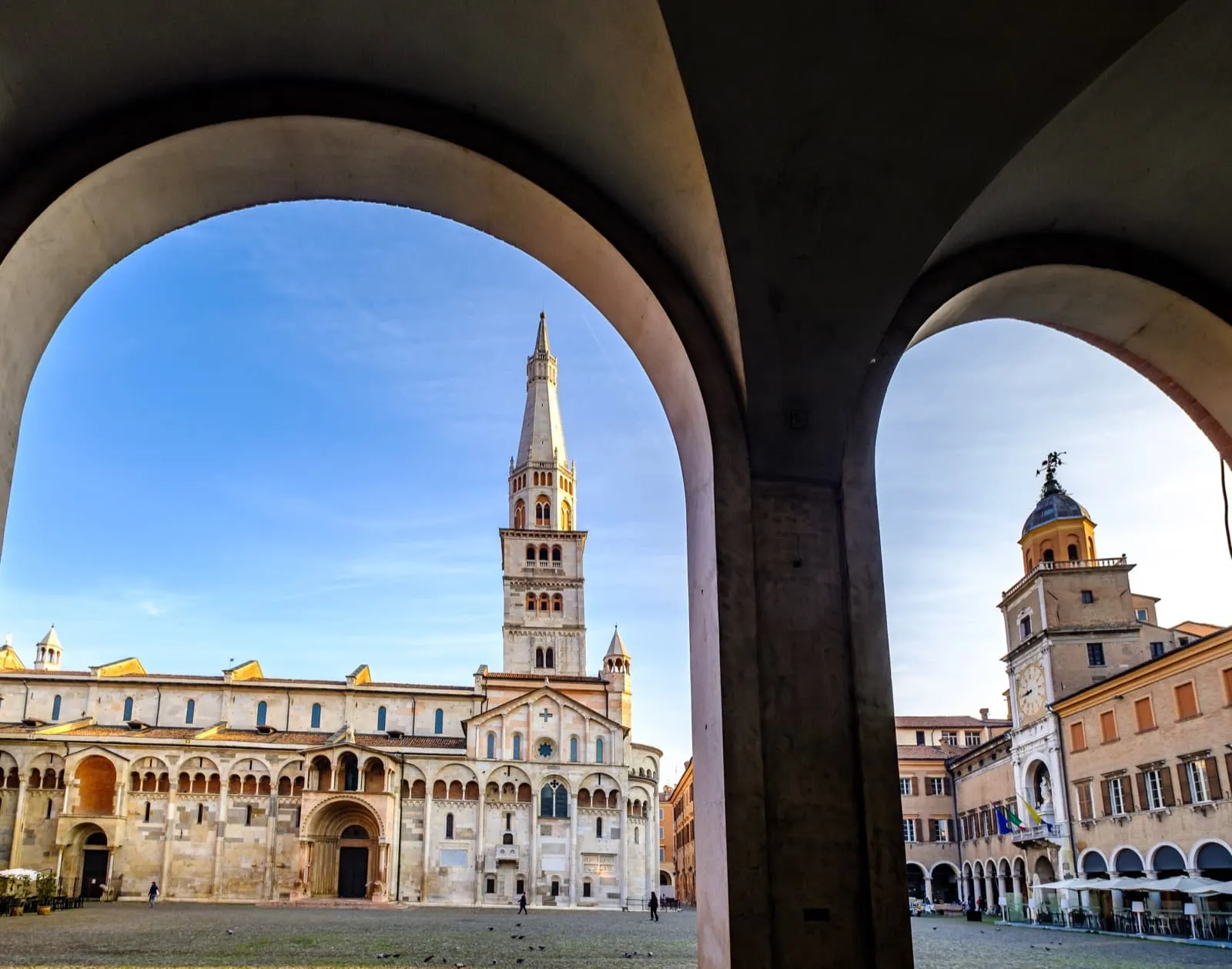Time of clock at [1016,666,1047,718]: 8:44
